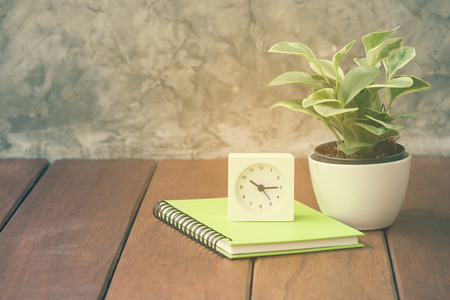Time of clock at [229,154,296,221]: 10:14
